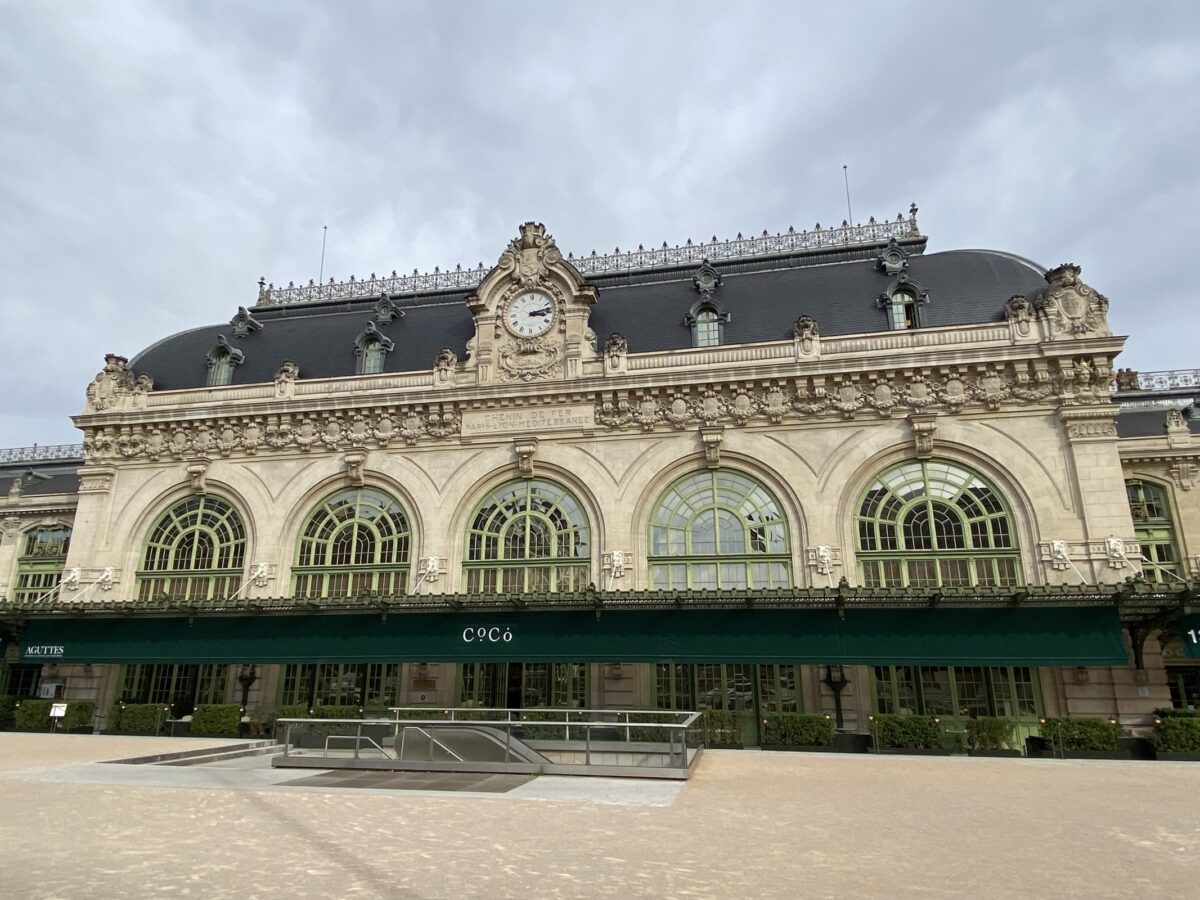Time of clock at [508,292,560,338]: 3:12
